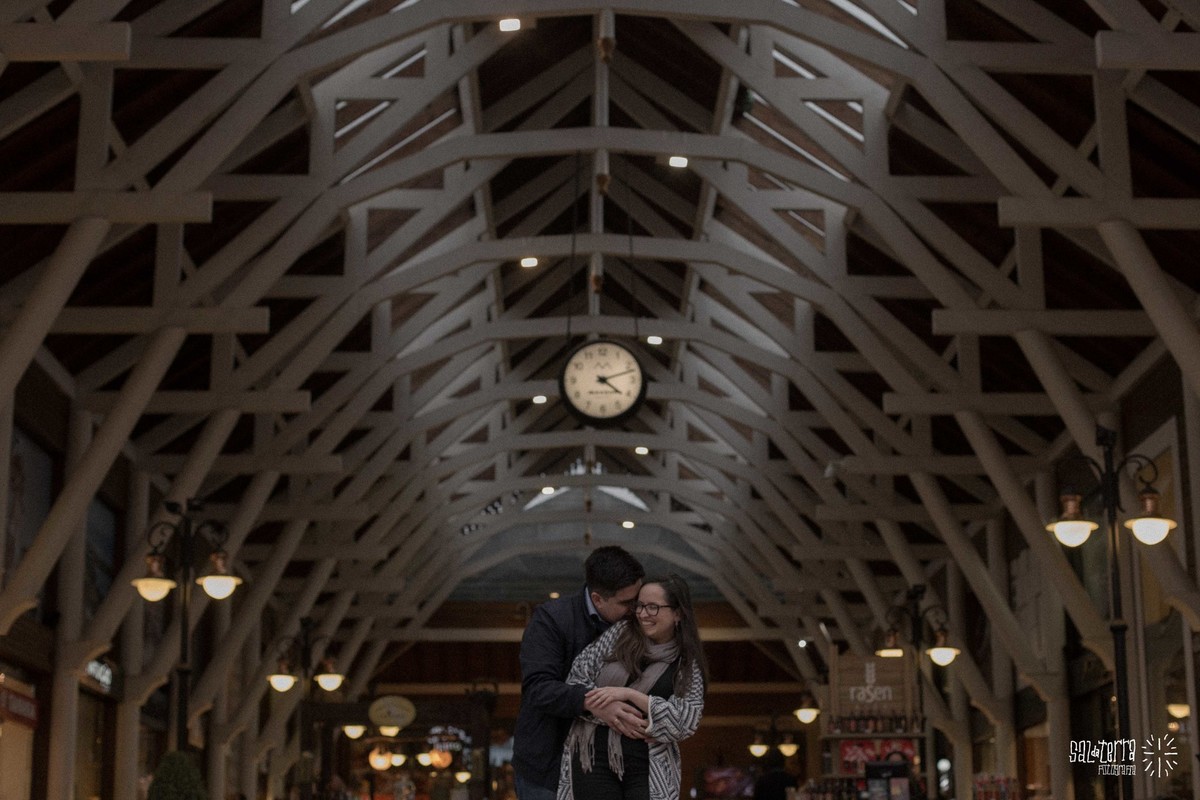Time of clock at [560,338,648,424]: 4:12
